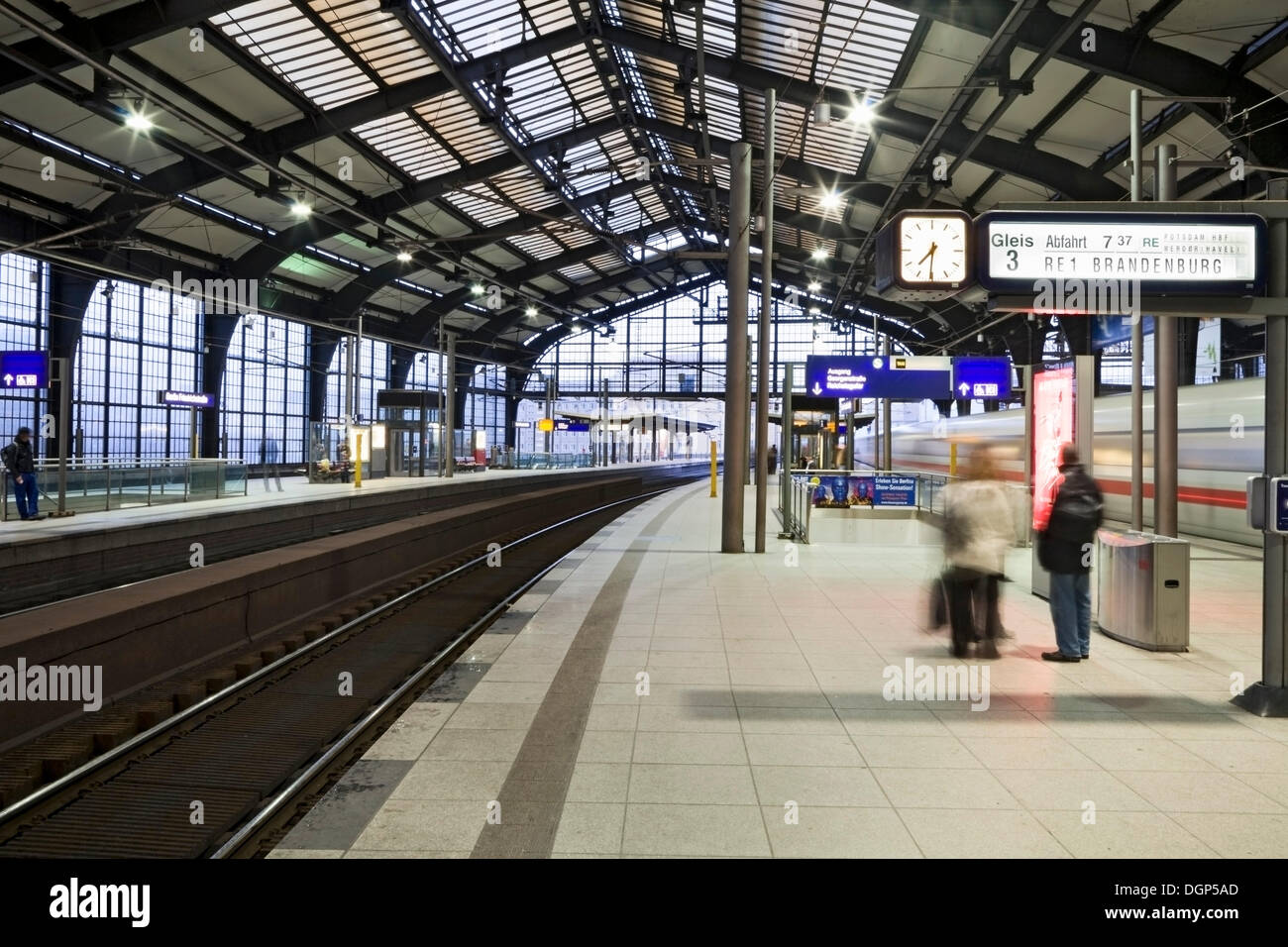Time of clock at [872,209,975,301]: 7:30
